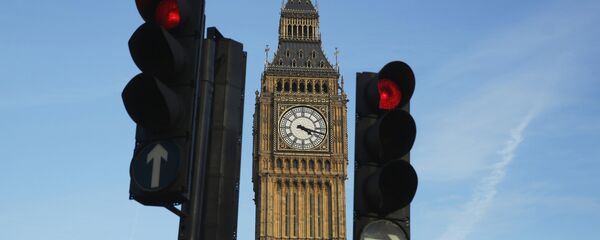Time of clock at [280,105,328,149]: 4:17
